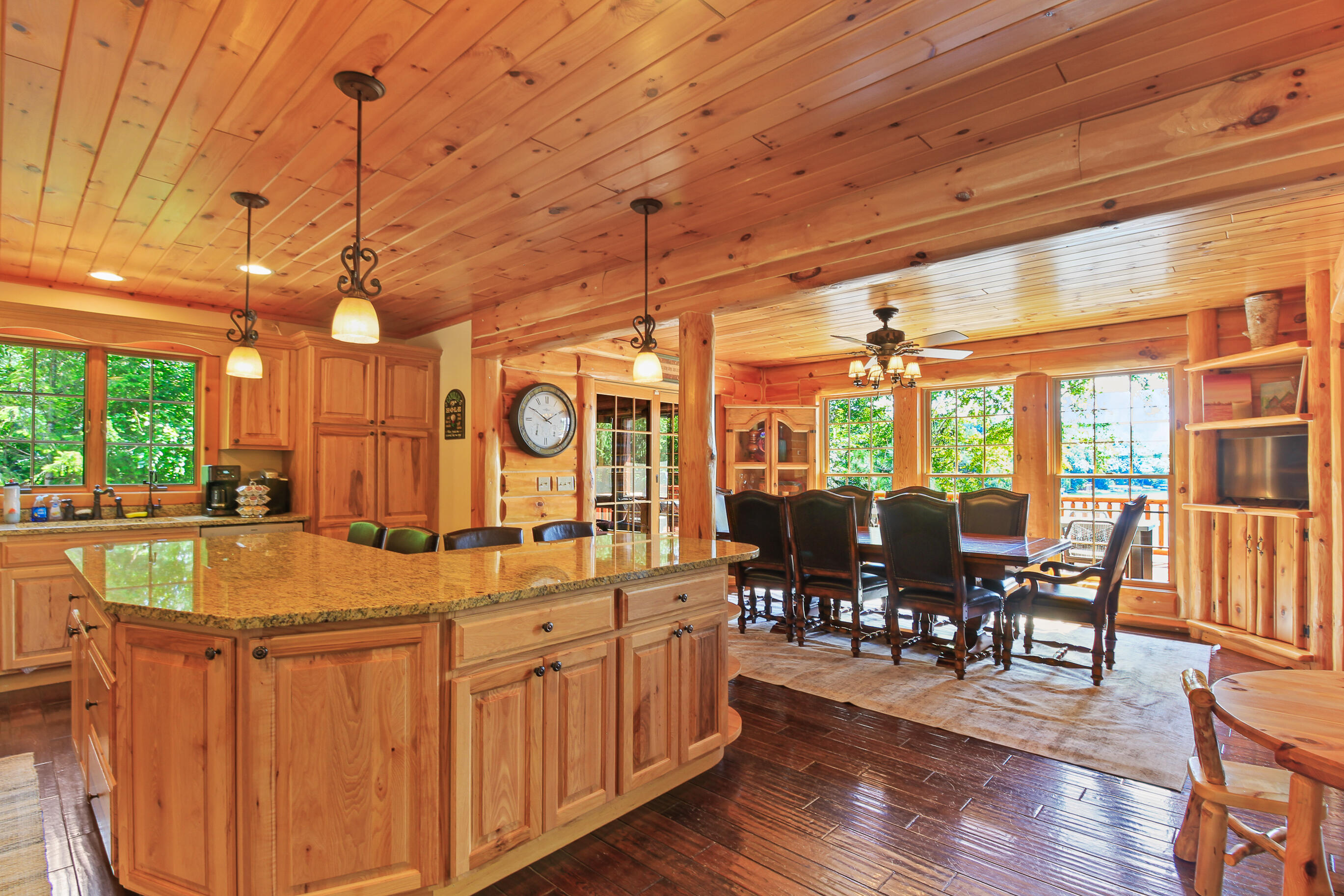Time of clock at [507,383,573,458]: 1:50
